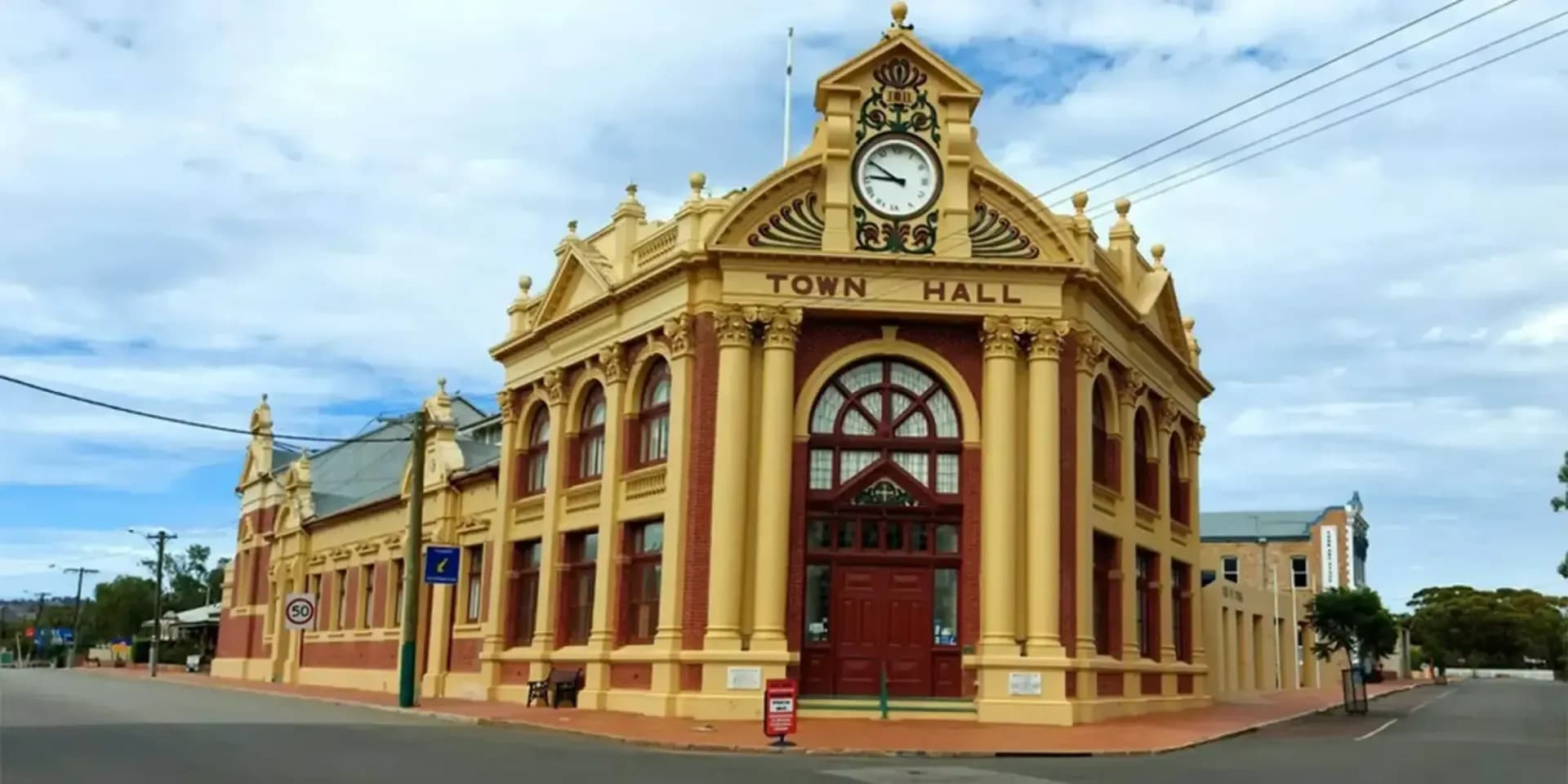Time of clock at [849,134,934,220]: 8:50
